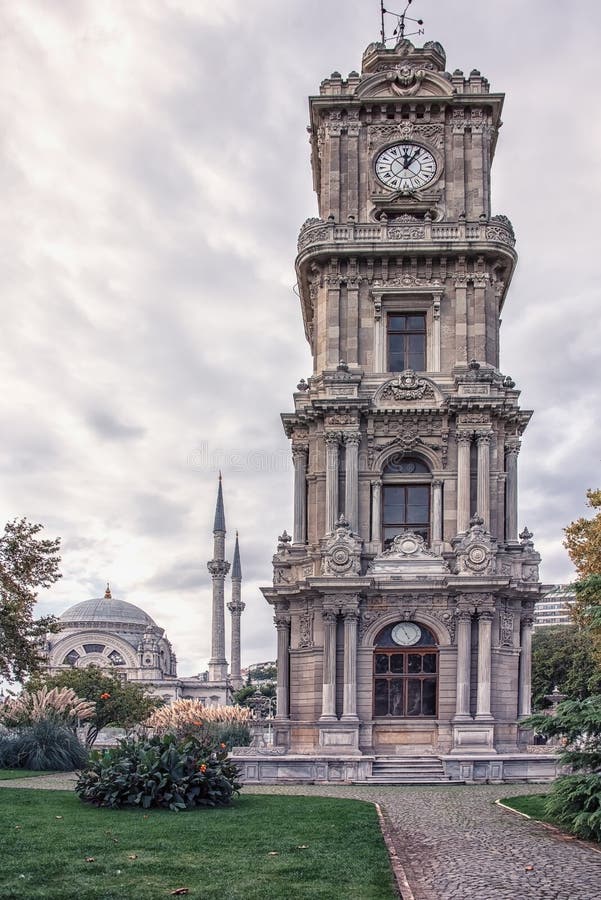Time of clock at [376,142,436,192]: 12:05
